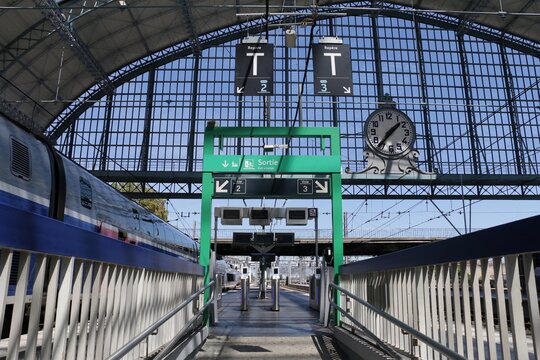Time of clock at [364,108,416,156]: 1:36
